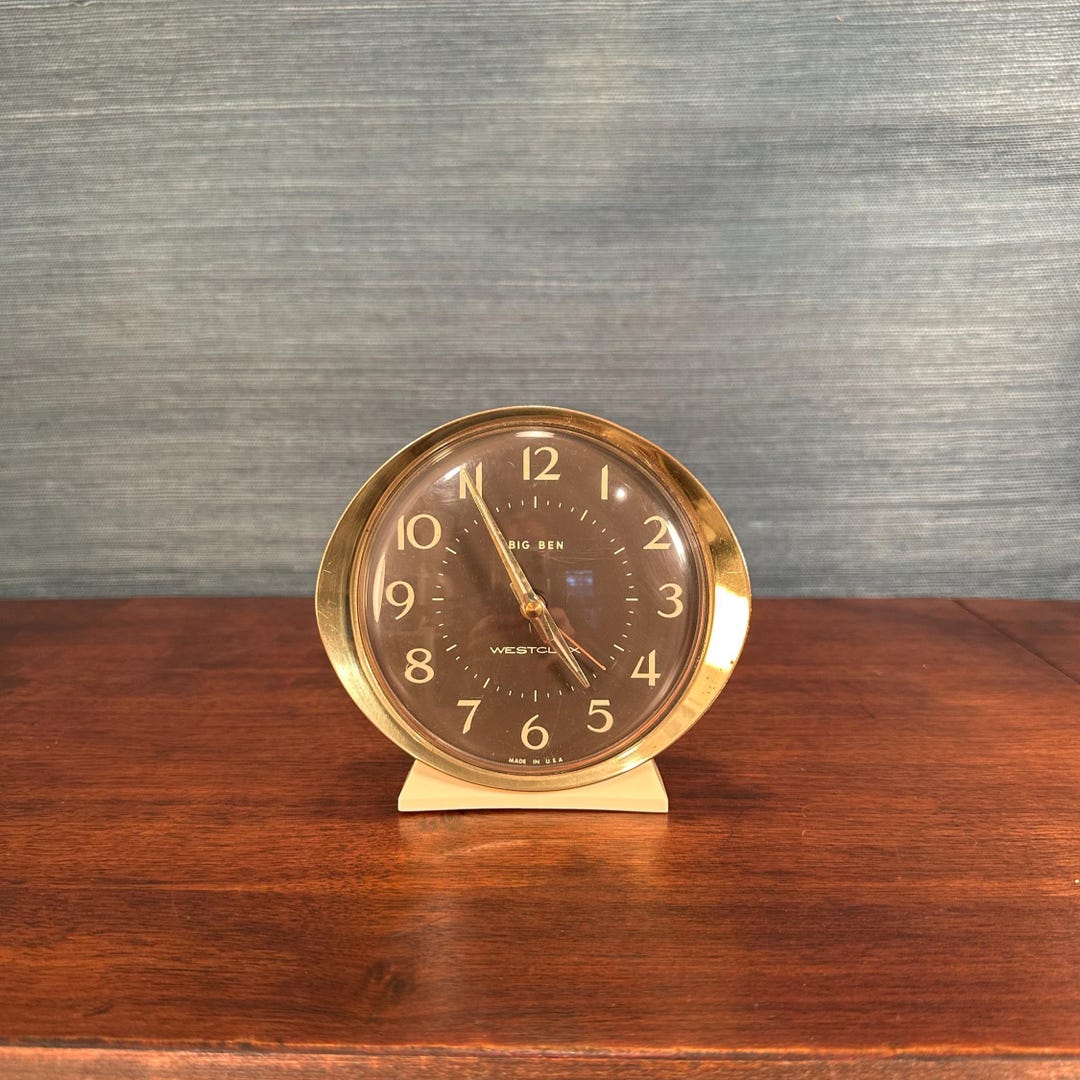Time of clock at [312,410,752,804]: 4:55
